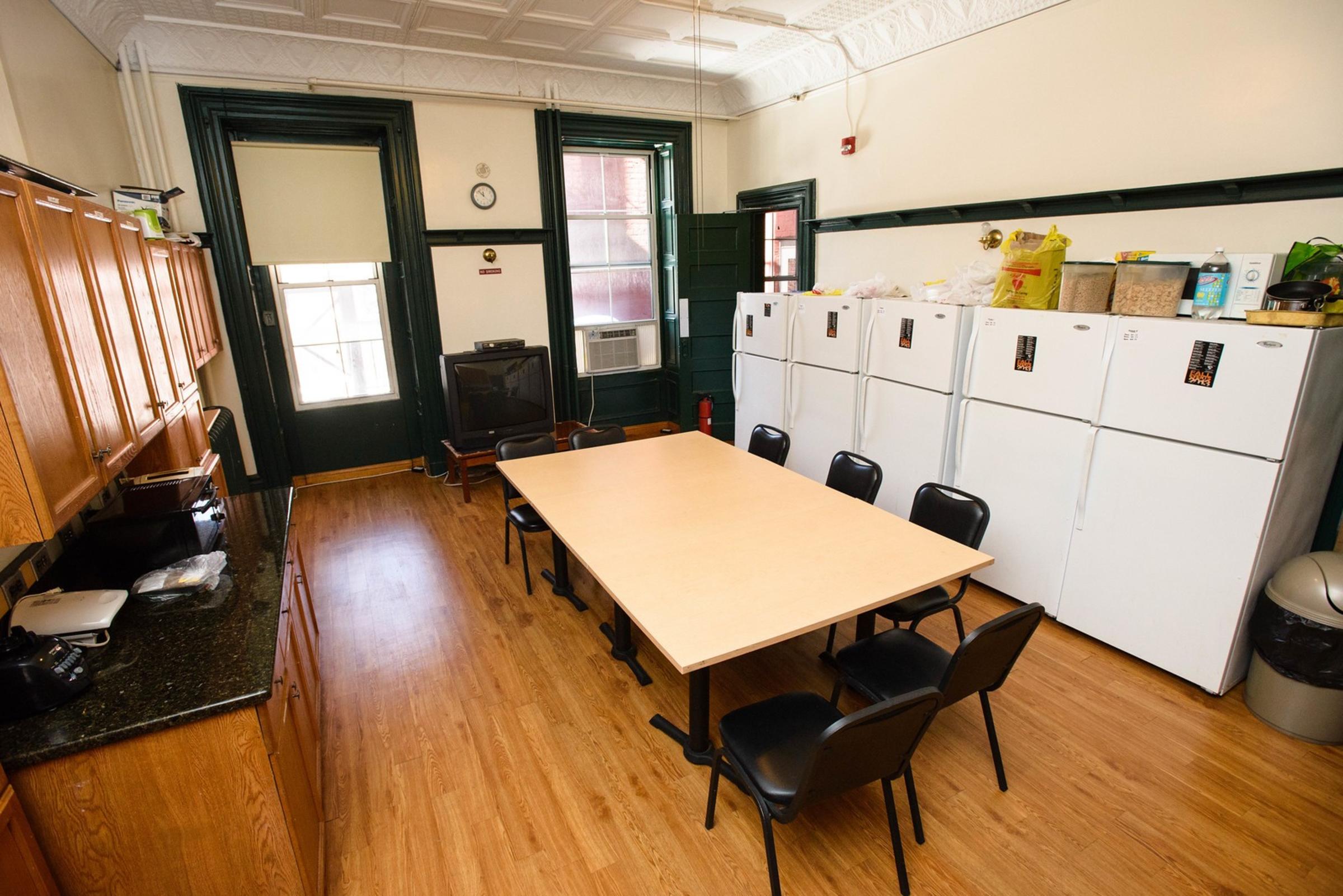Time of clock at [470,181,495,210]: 11:52
